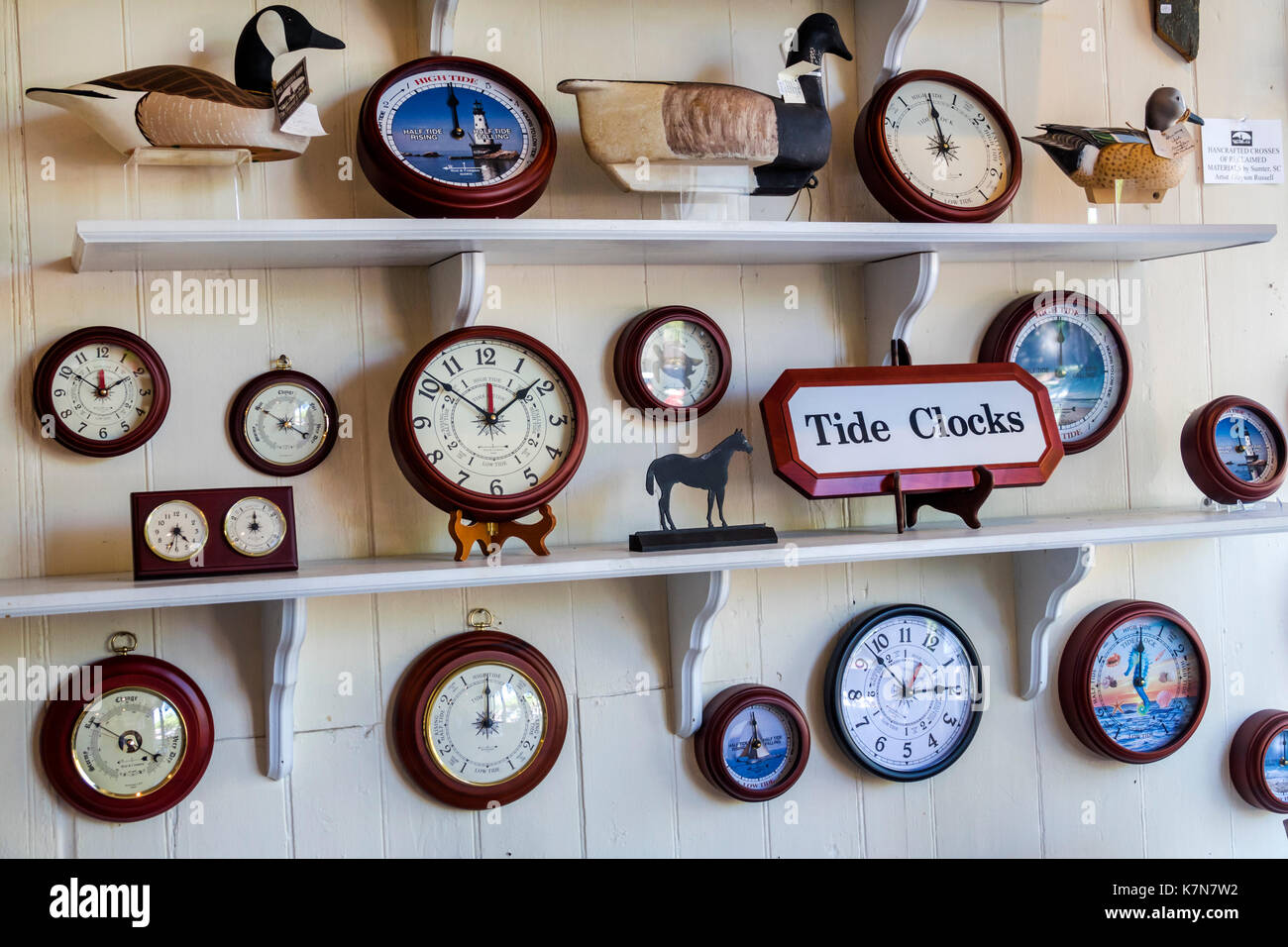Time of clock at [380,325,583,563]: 1:51
